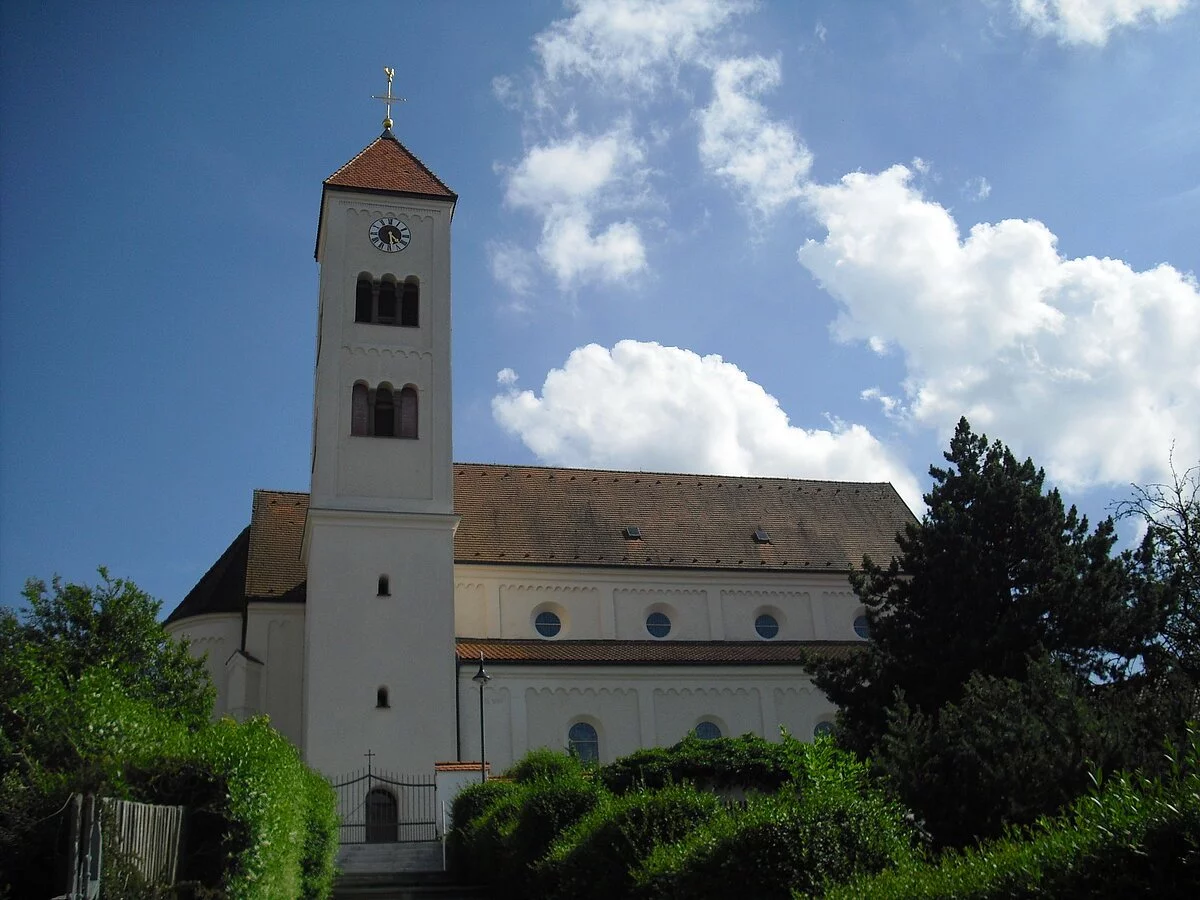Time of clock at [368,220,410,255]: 4:29
